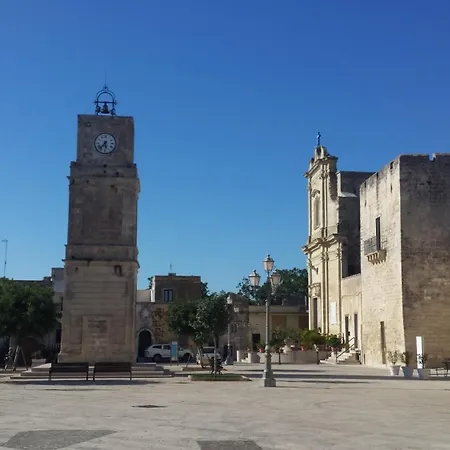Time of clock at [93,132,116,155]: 5:37
